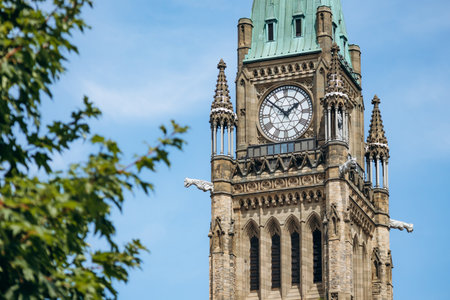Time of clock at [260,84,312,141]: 1:51
